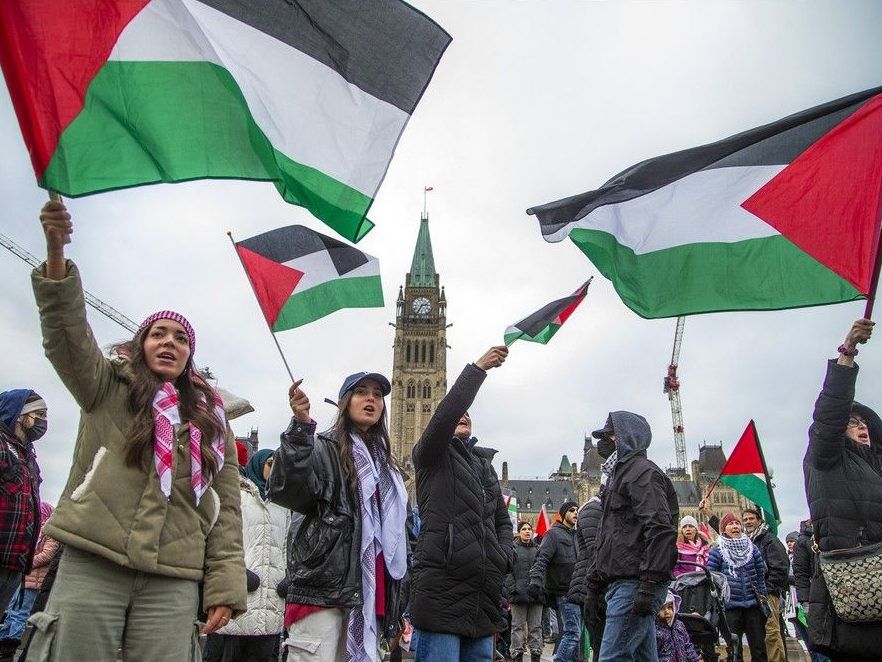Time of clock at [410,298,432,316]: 2:35
